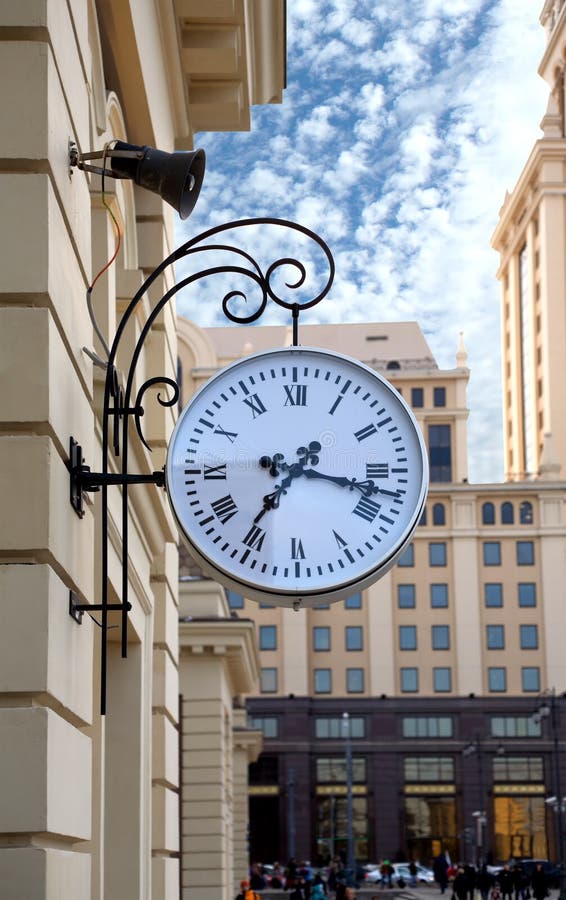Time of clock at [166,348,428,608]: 7:17
